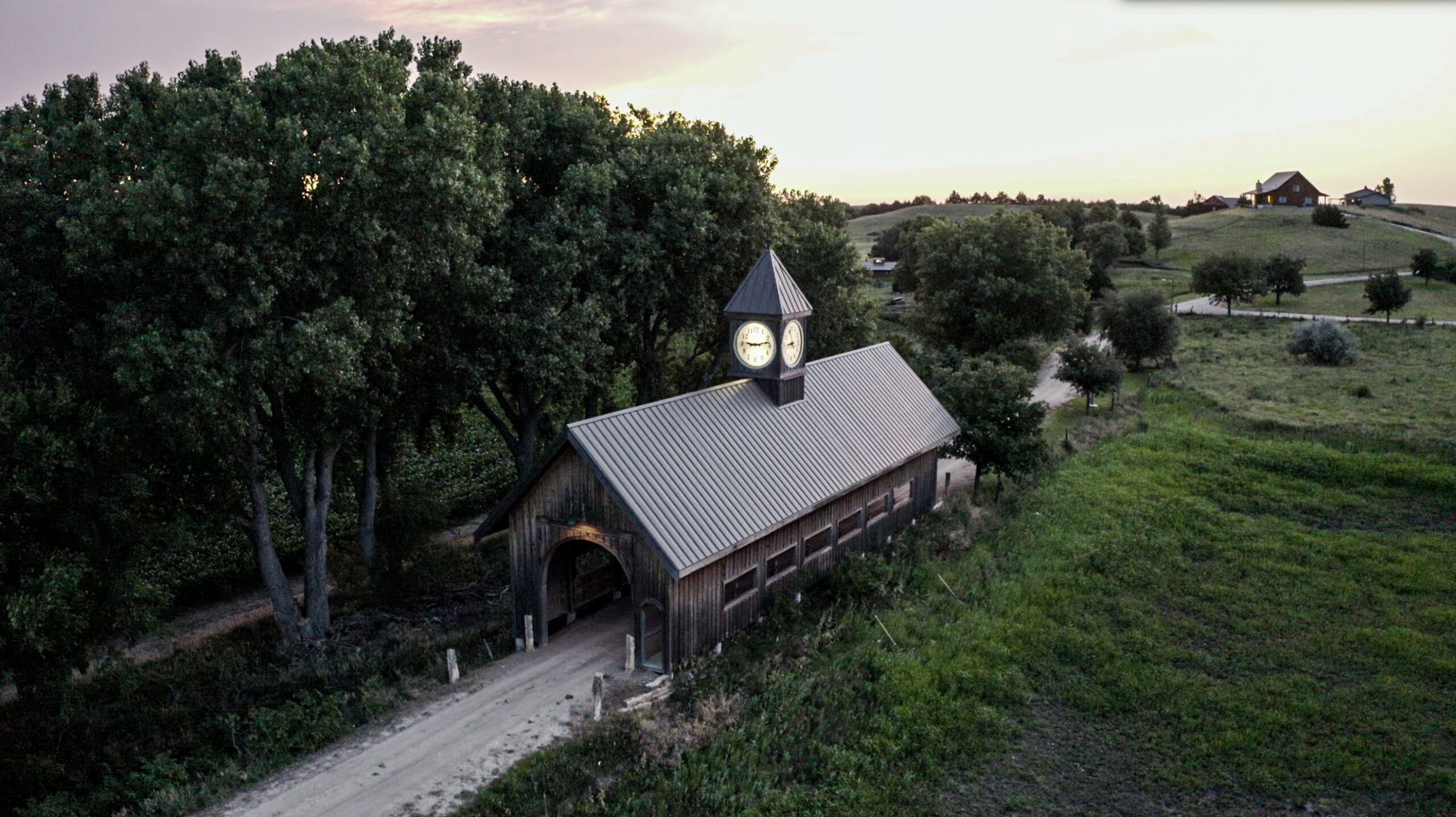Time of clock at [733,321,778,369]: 9:12
